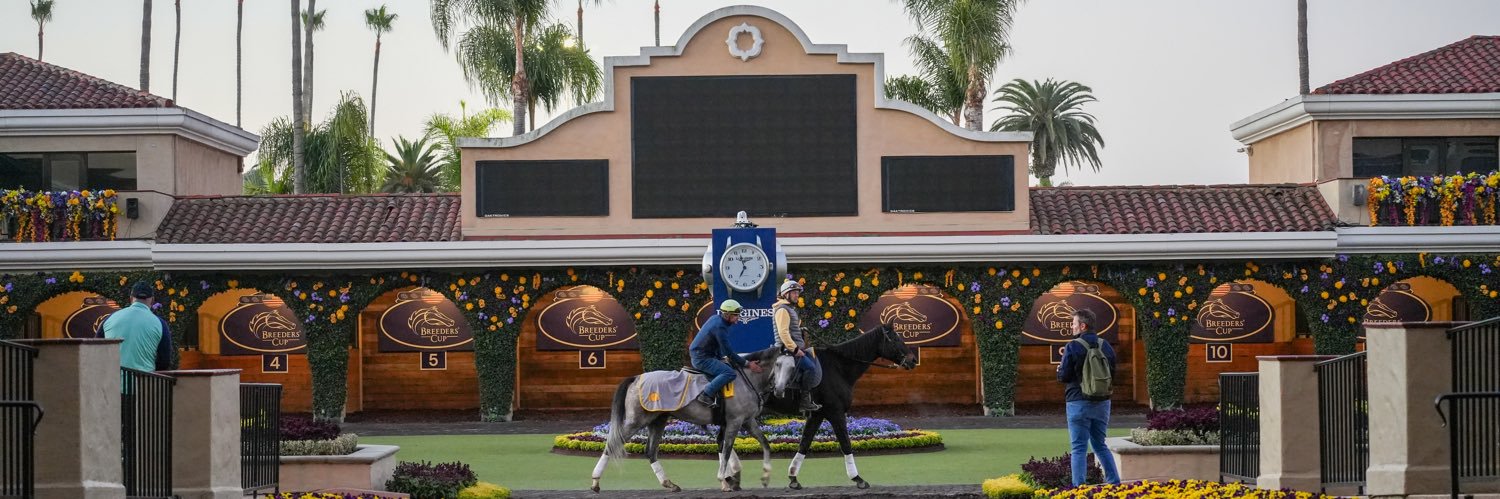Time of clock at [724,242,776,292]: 6:57
